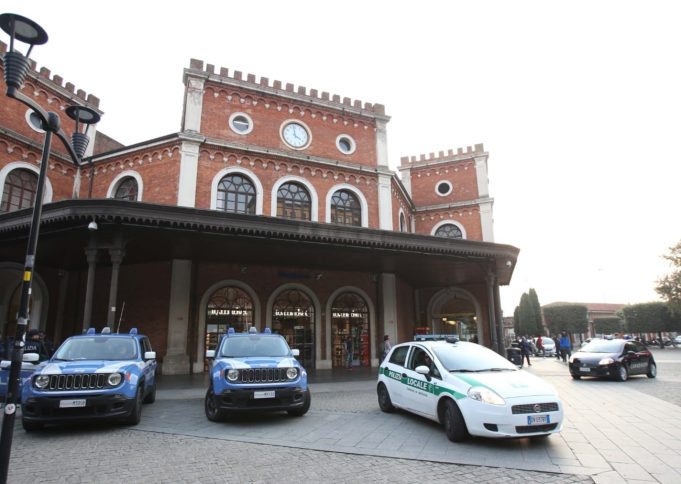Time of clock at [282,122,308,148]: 3:58
